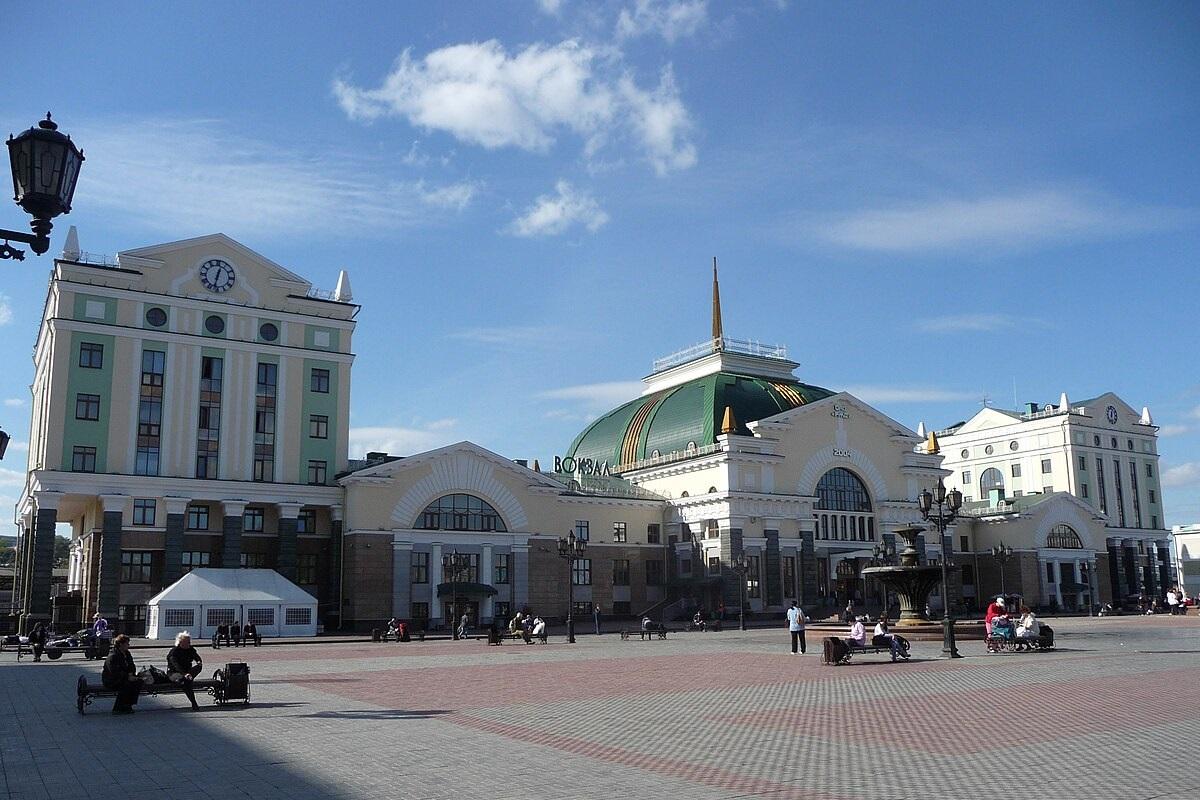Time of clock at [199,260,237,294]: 12:32
